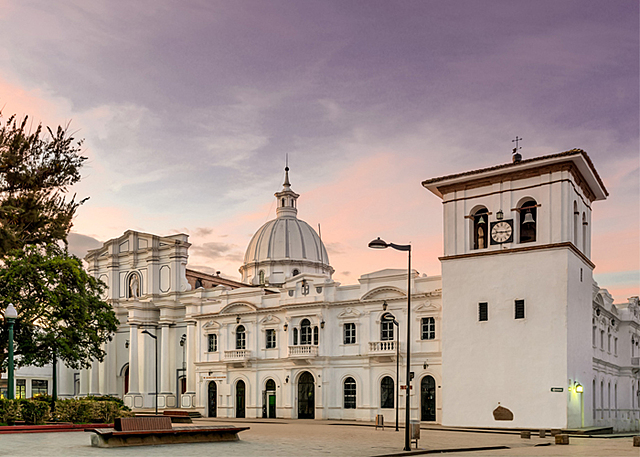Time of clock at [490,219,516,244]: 9:15
